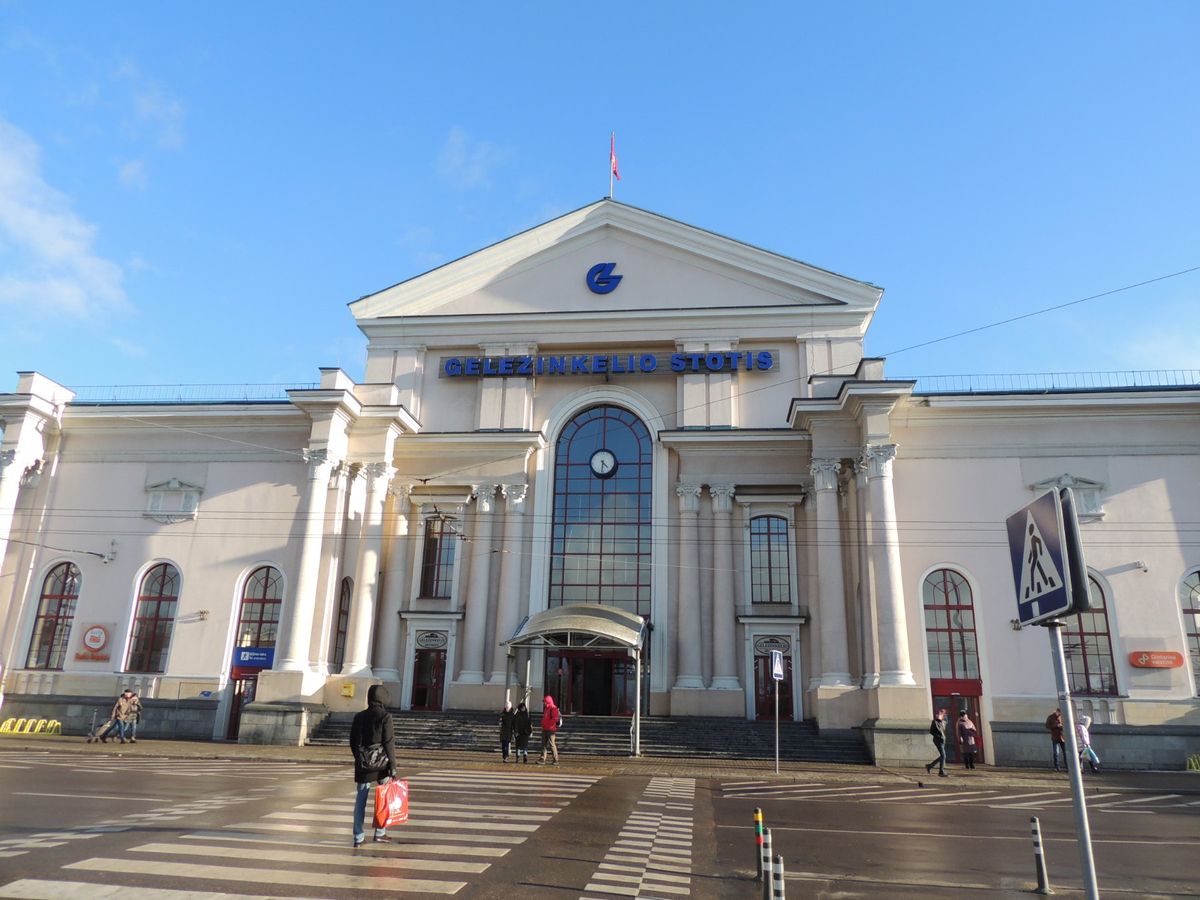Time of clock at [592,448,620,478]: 4:31
